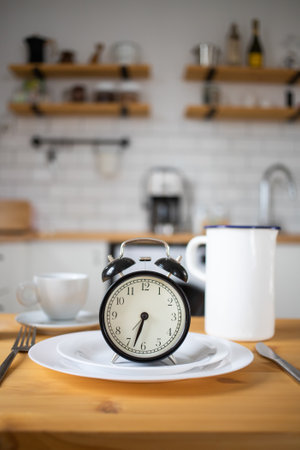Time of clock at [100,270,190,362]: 6:32
